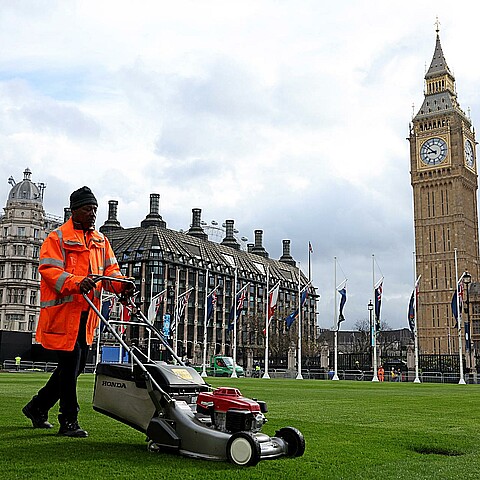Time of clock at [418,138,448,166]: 8:51
